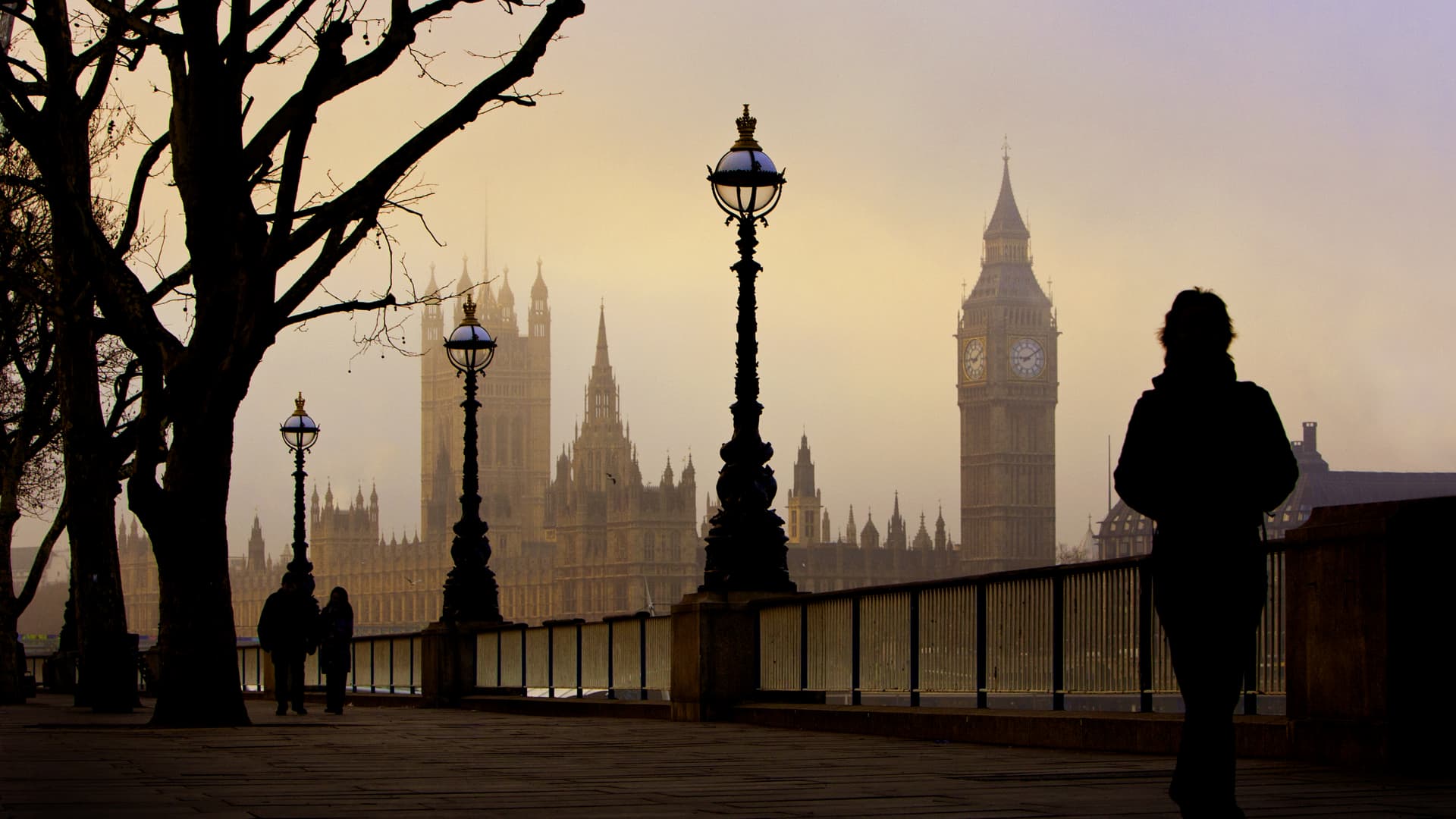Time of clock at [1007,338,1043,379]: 9:09
